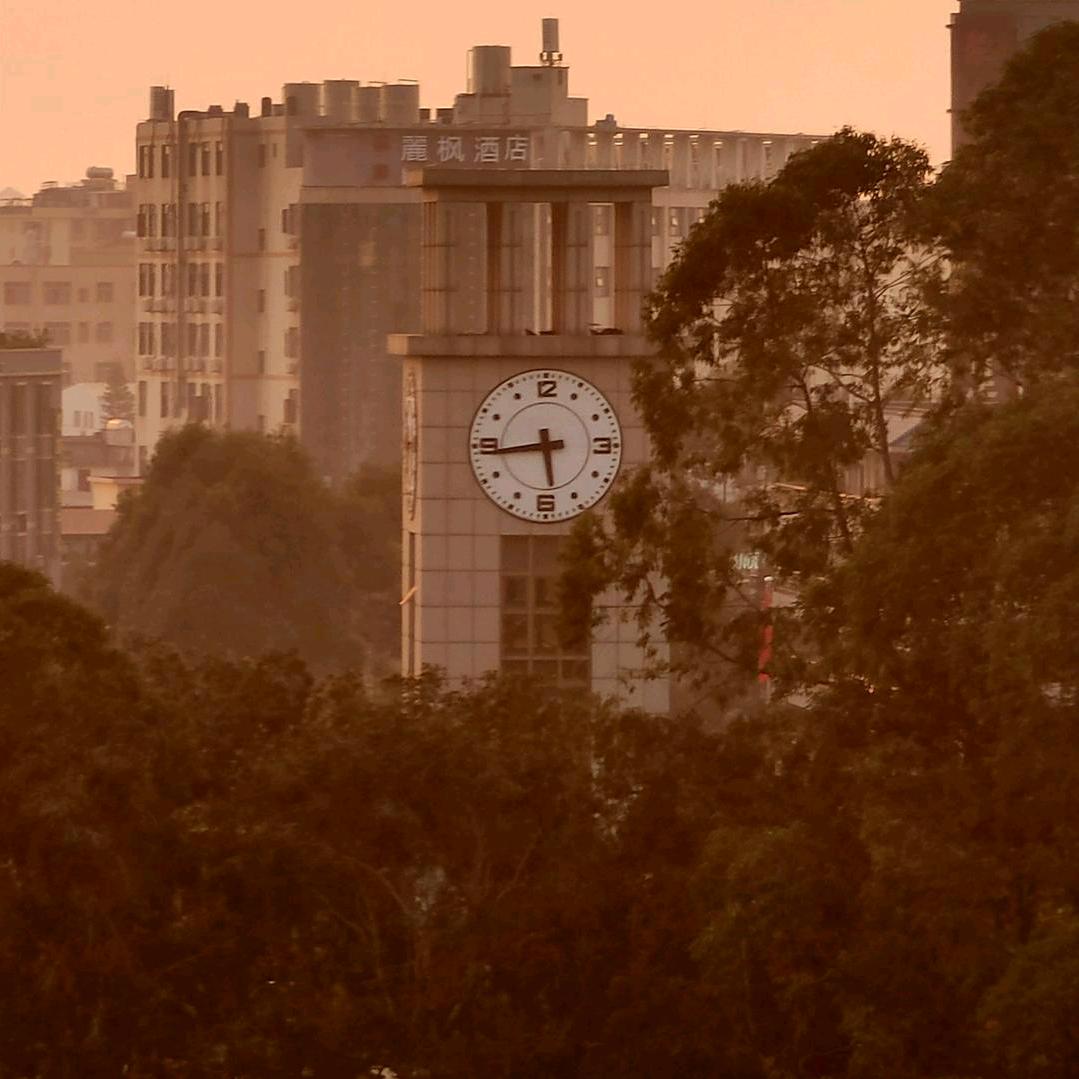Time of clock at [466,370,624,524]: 5:43
